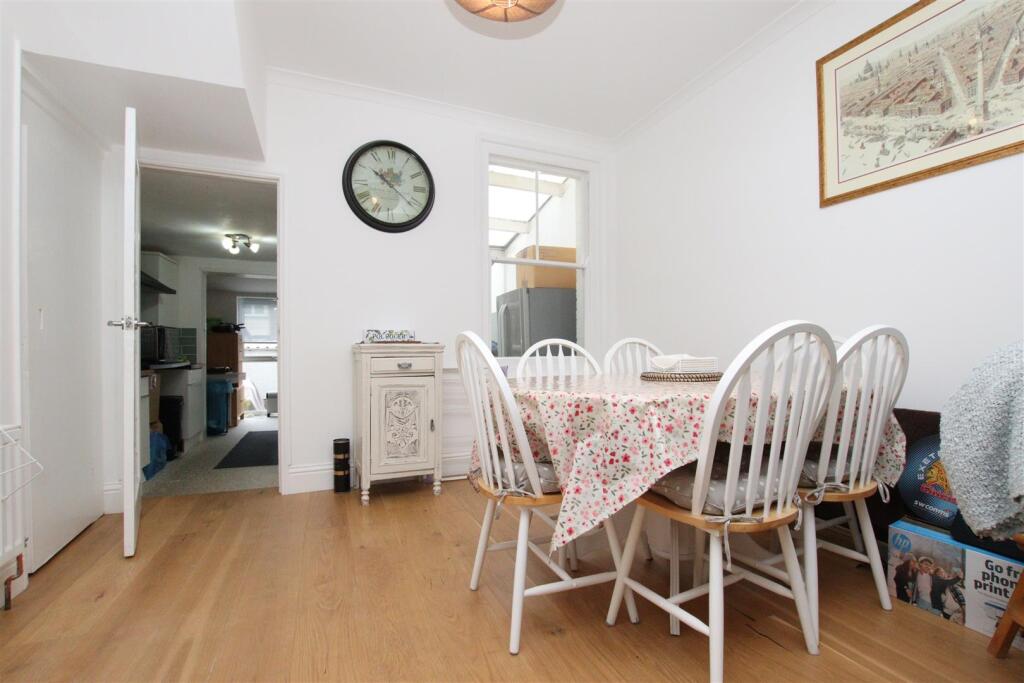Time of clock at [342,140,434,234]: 10:21
